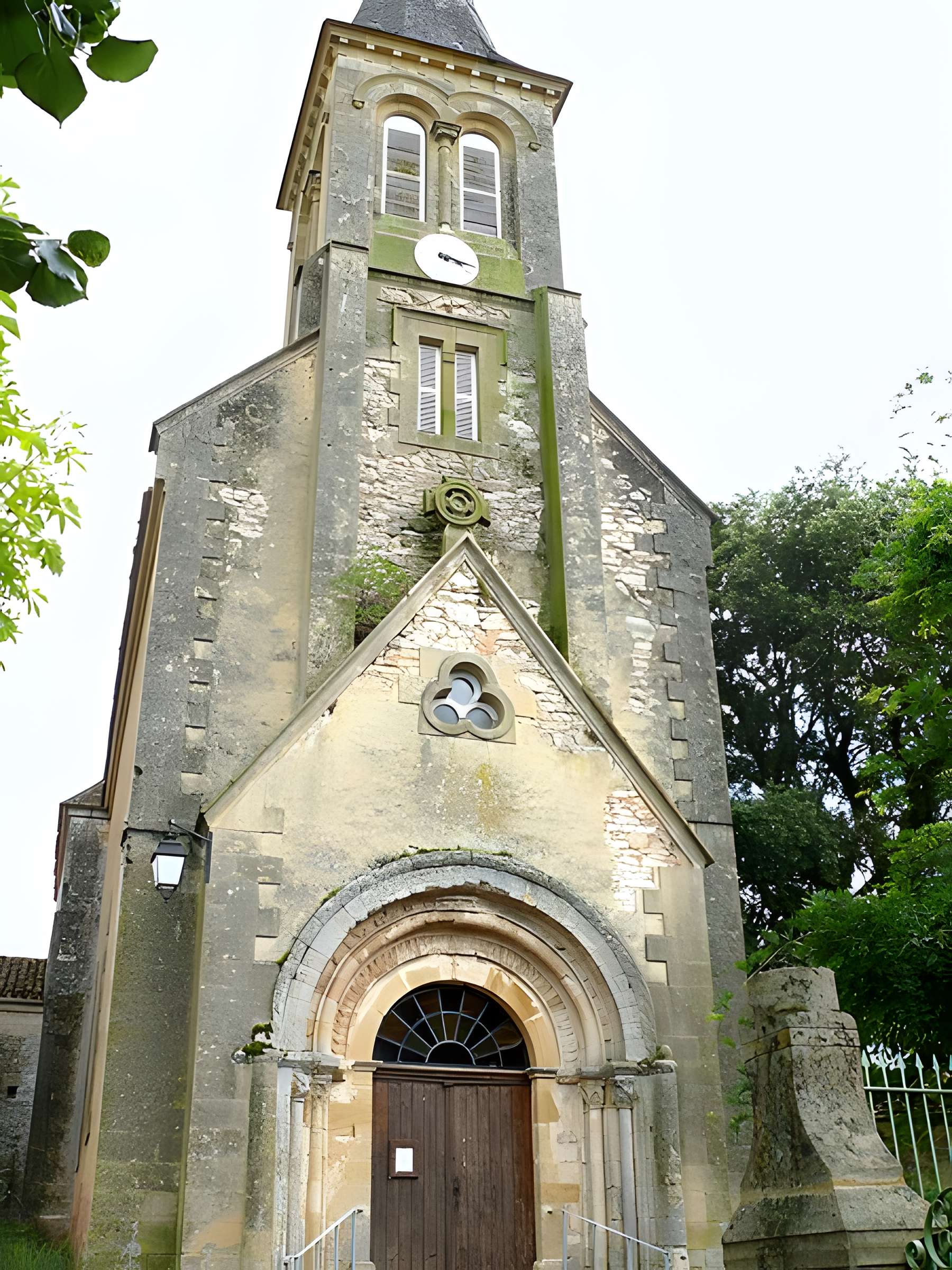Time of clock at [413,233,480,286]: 3:17
